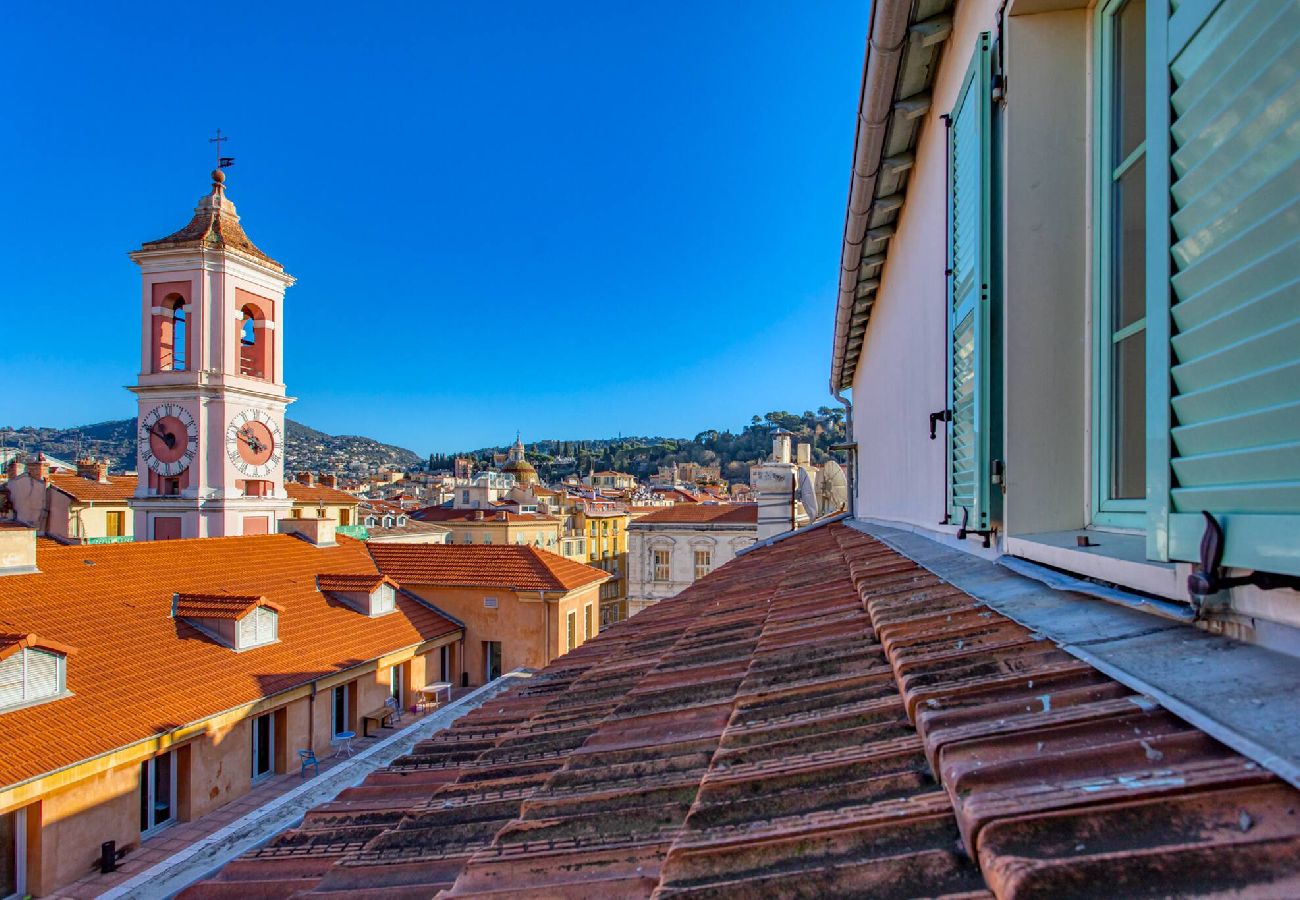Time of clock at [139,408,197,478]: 10:49
